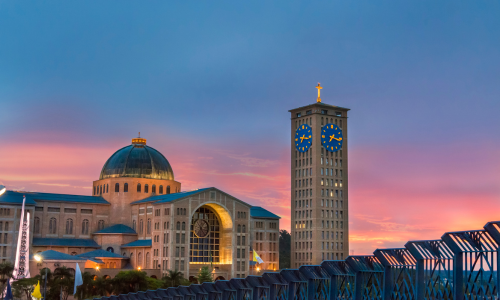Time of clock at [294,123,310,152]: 7:16
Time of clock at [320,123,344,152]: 7:16
